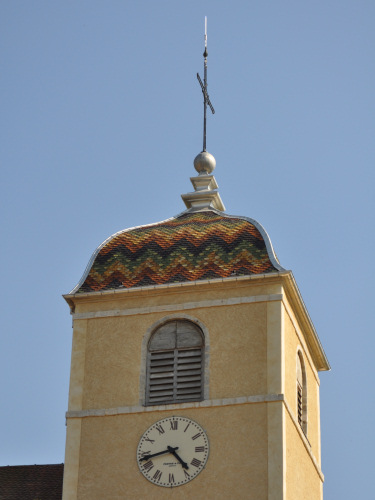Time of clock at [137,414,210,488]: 4:42
